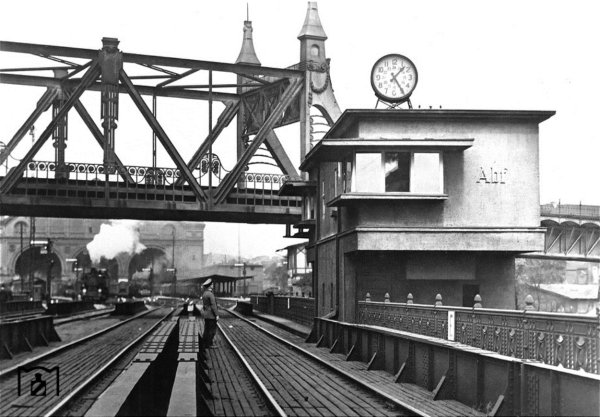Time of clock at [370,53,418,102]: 1:24
